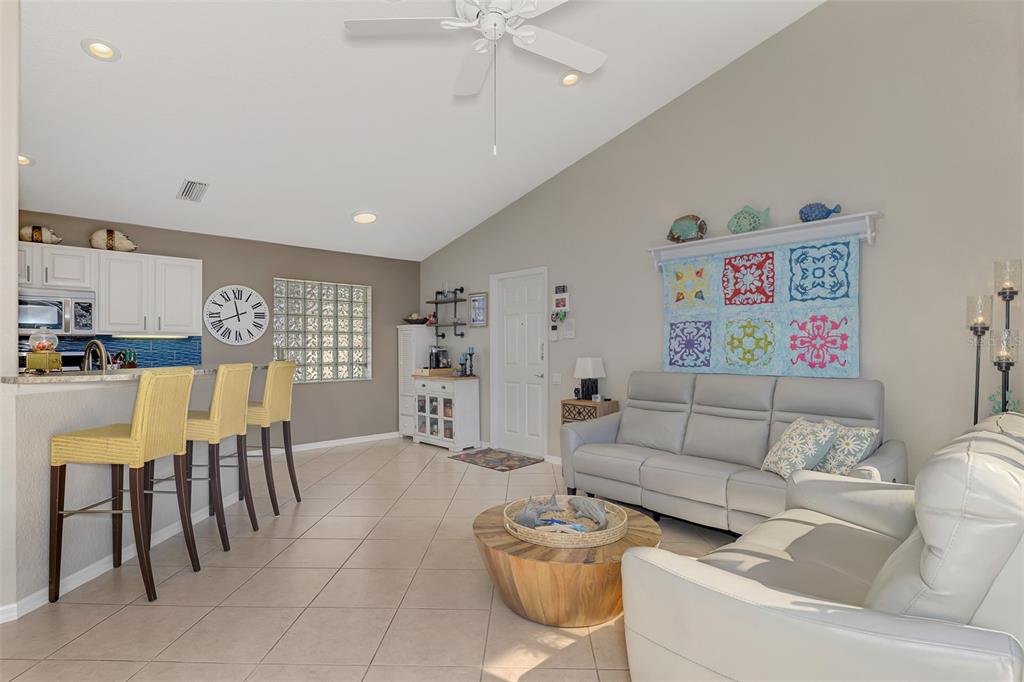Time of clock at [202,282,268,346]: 11:41
